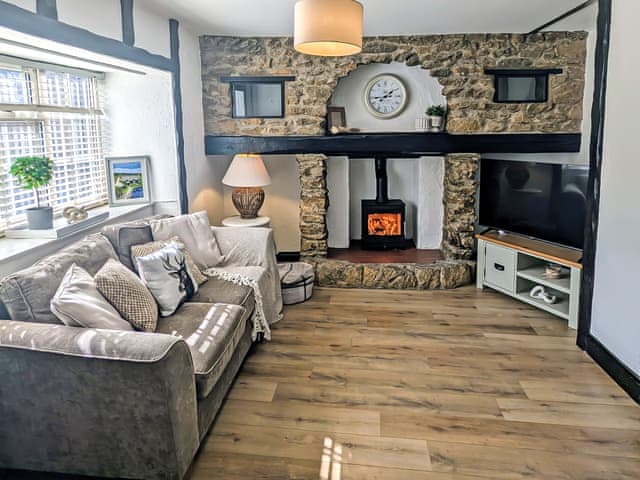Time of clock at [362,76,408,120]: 1:43
